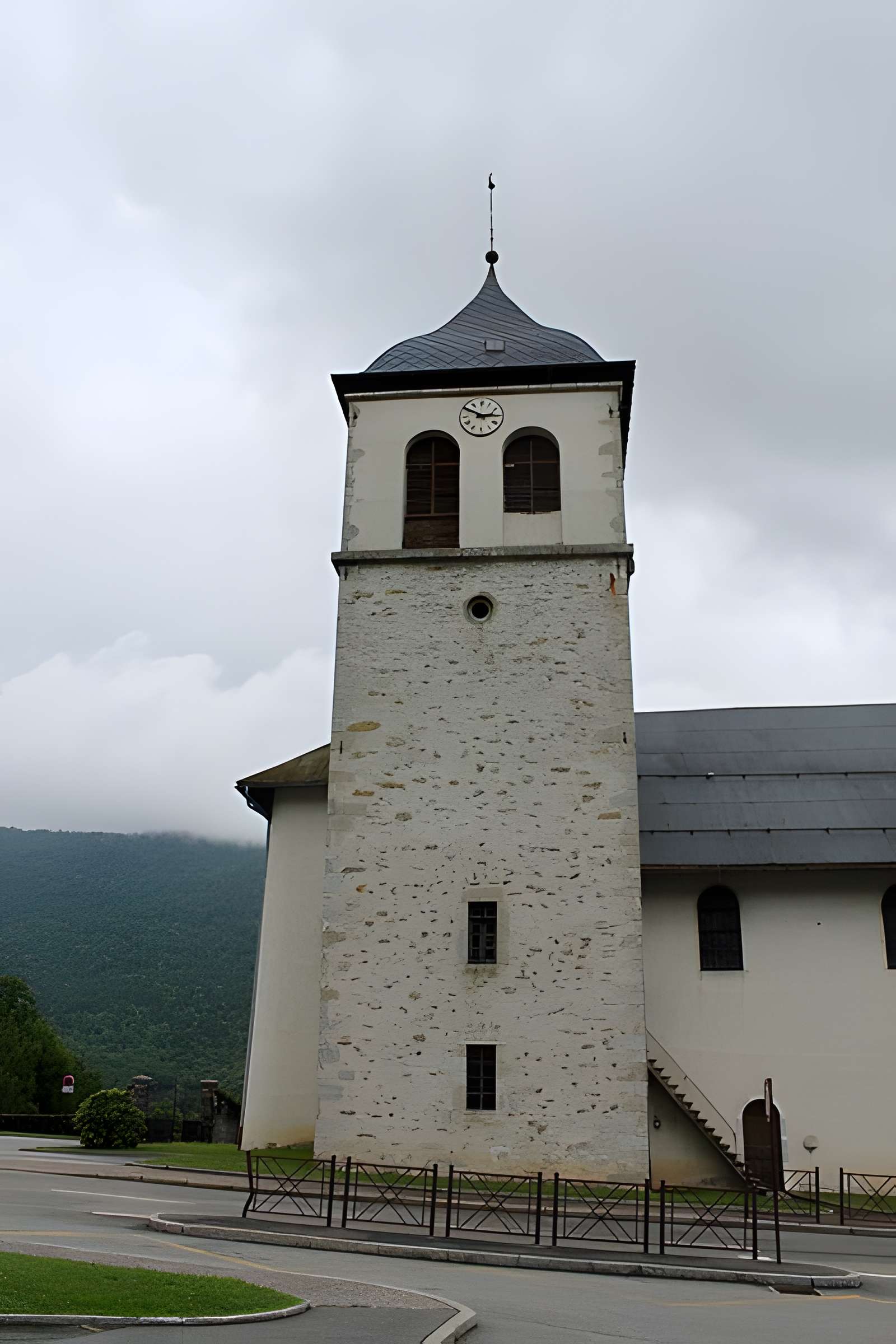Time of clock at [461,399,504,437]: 2:50
